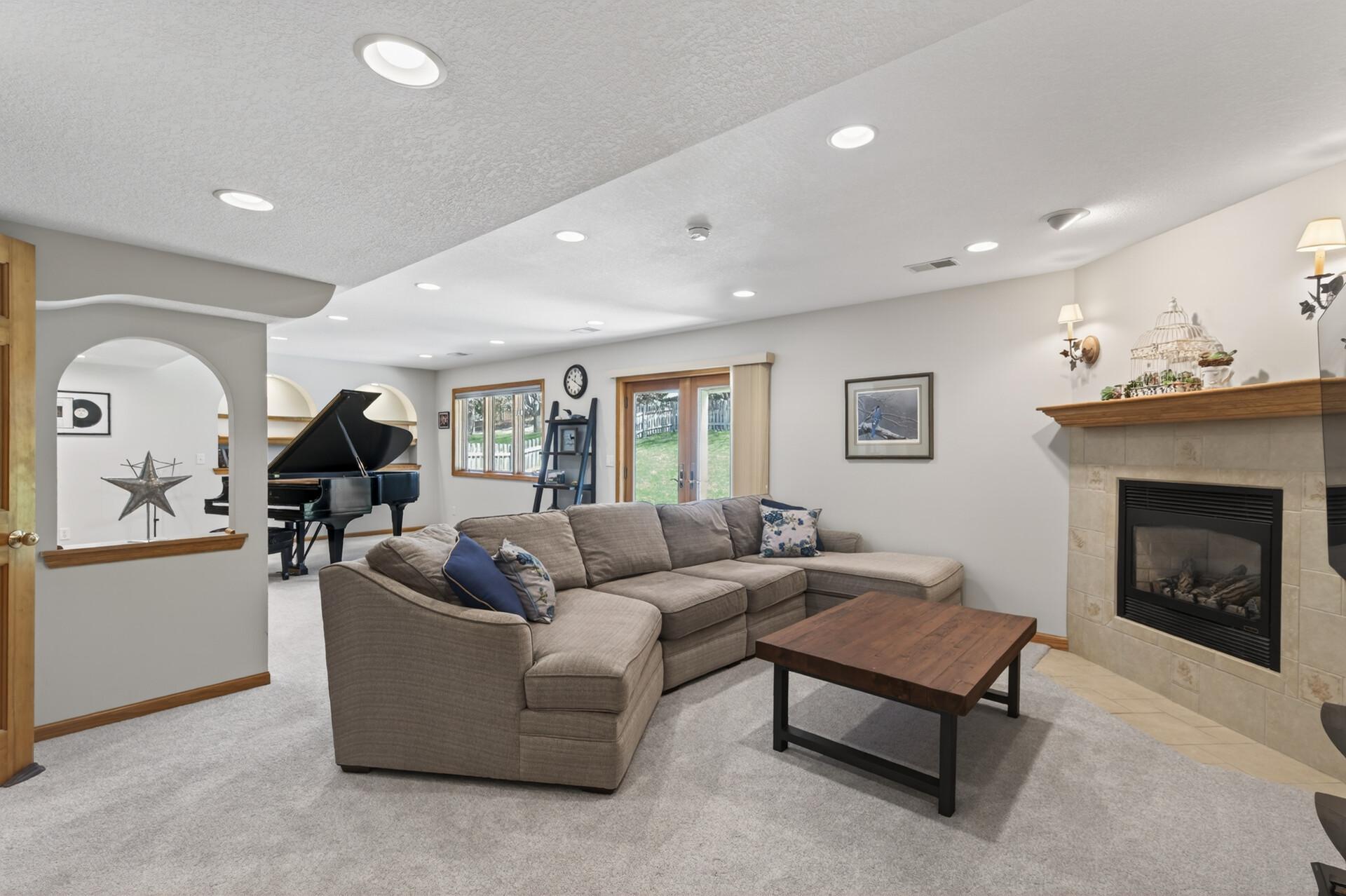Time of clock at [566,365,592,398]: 12:20
